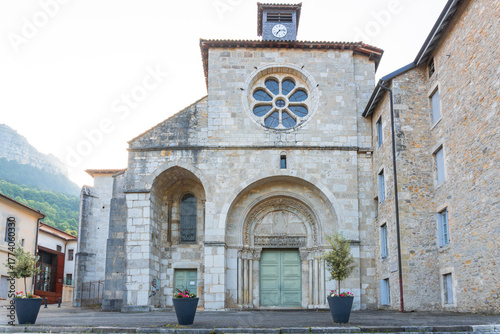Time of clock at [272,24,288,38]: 7:13
